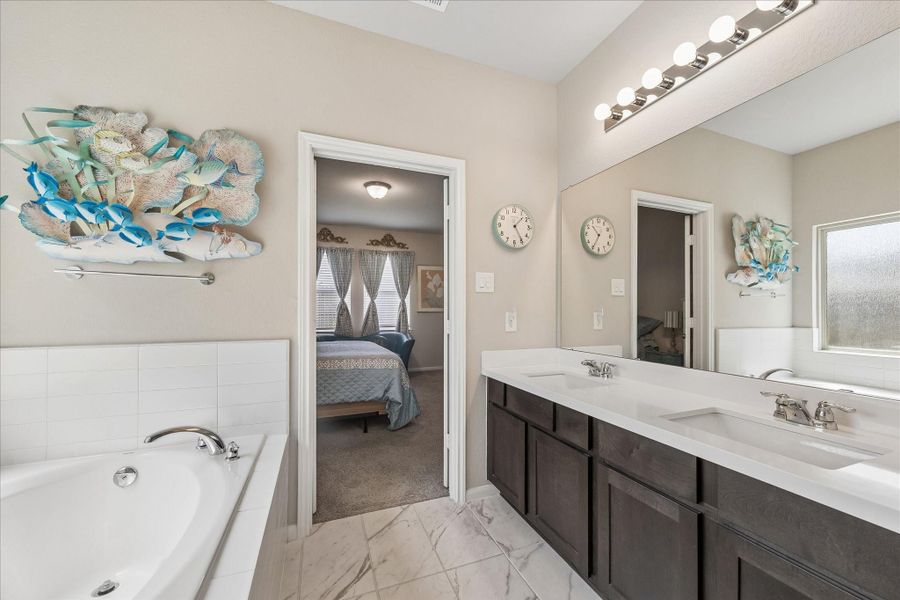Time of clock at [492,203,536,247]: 1:24
